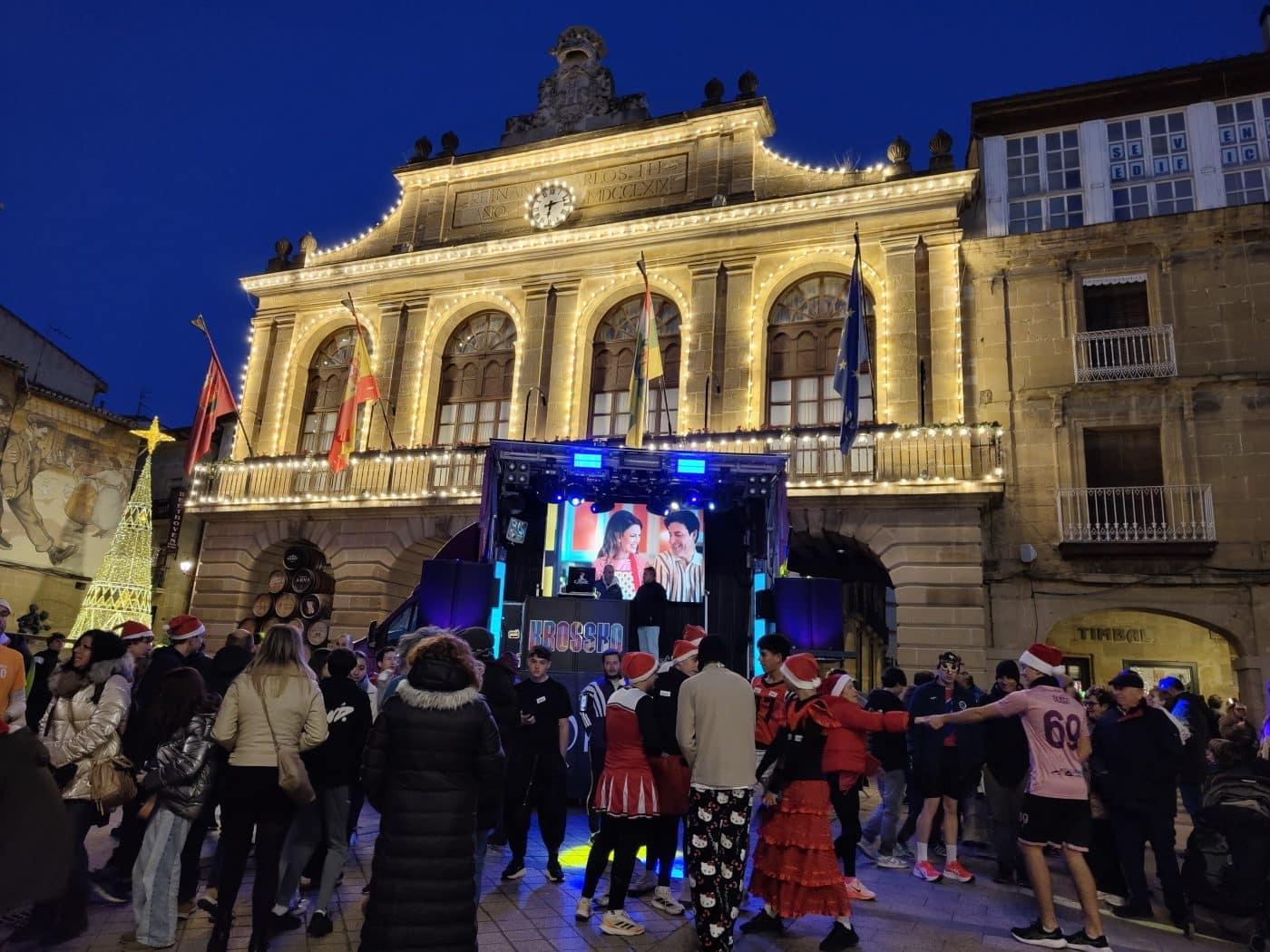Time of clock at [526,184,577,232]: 6:12
